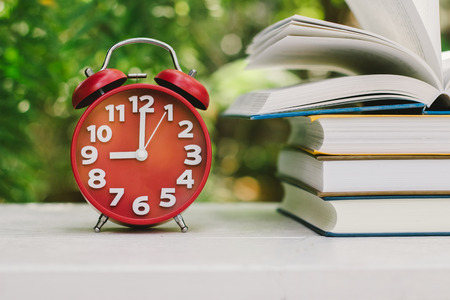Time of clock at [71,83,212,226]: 9:00
